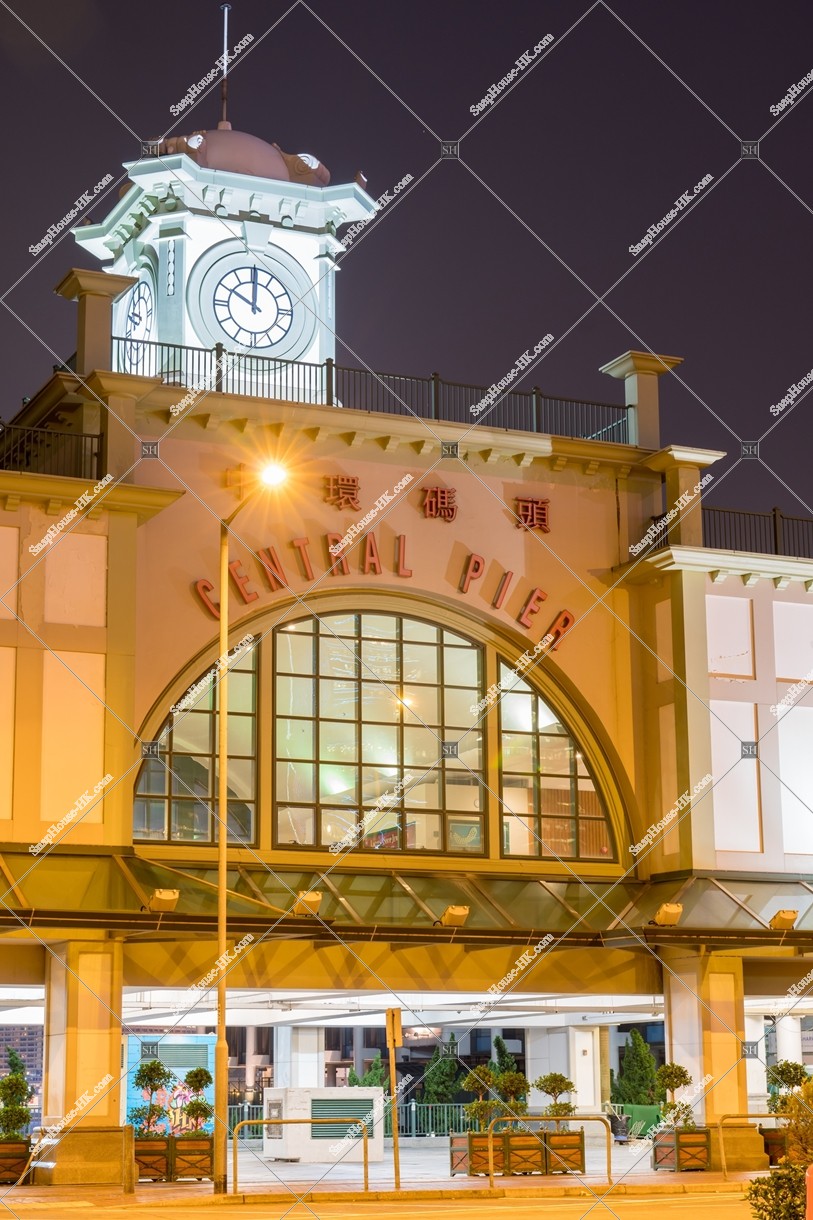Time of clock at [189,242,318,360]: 10:00
